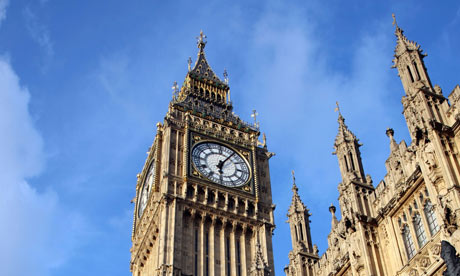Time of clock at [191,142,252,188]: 6:05
